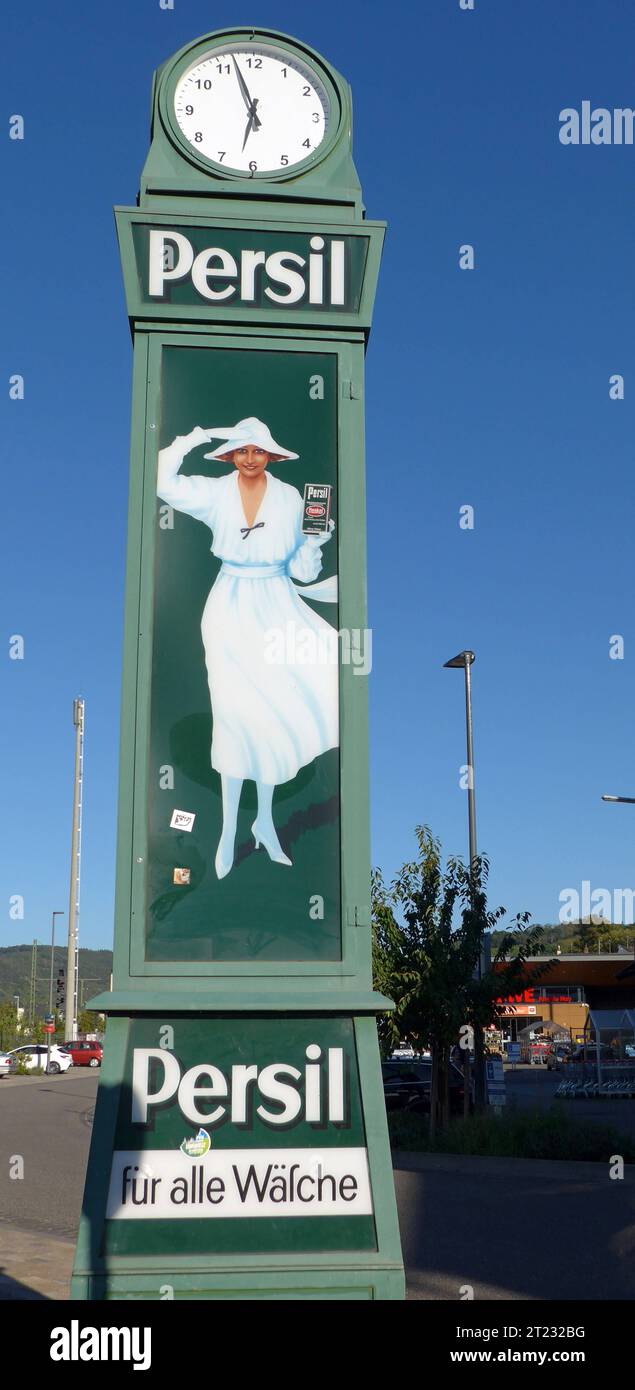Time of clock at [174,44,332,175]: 5:57
